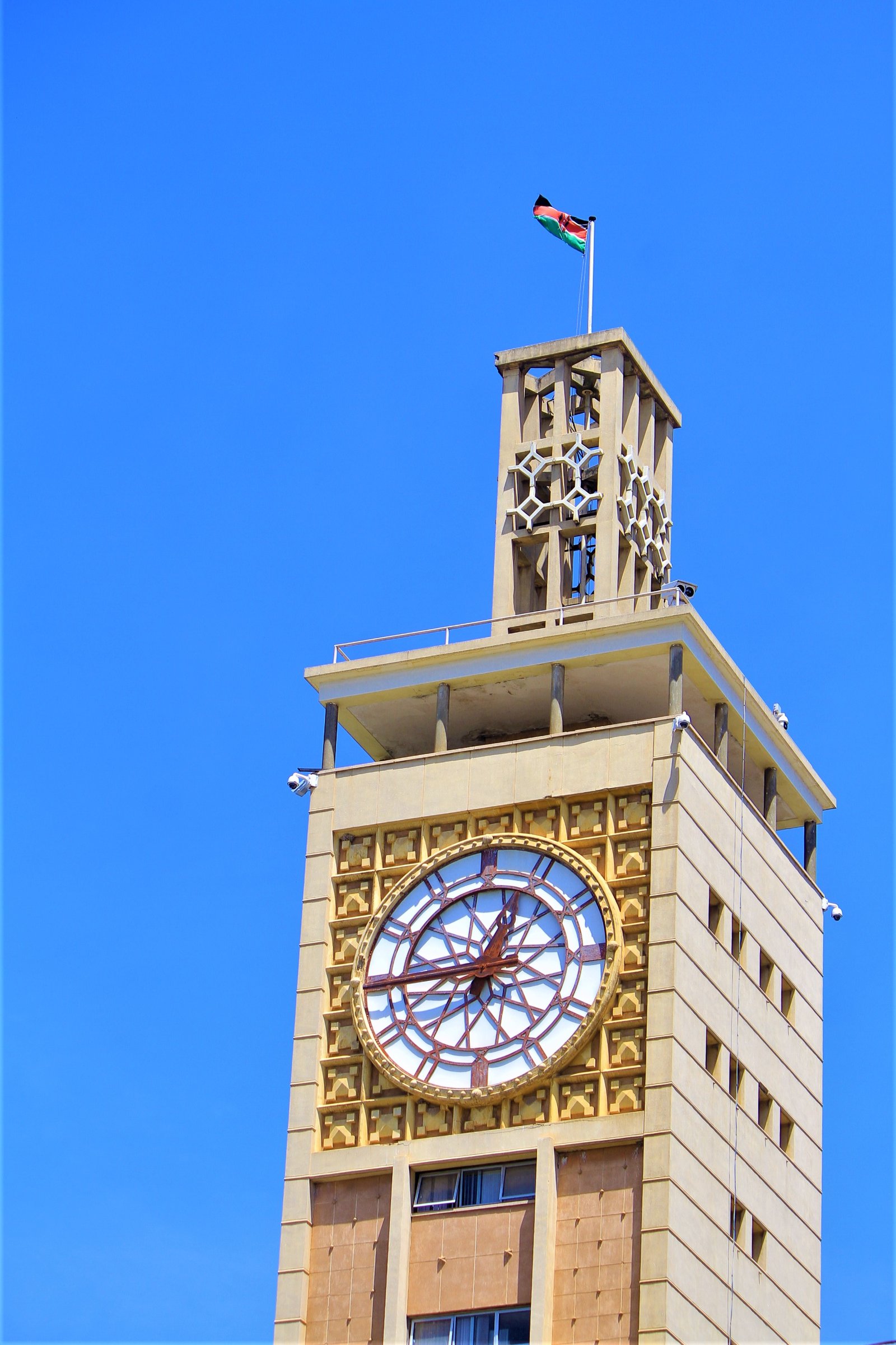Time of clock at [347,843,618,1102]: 12:44
